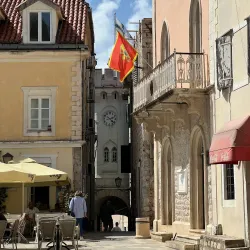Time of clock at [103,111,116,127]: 2:21
